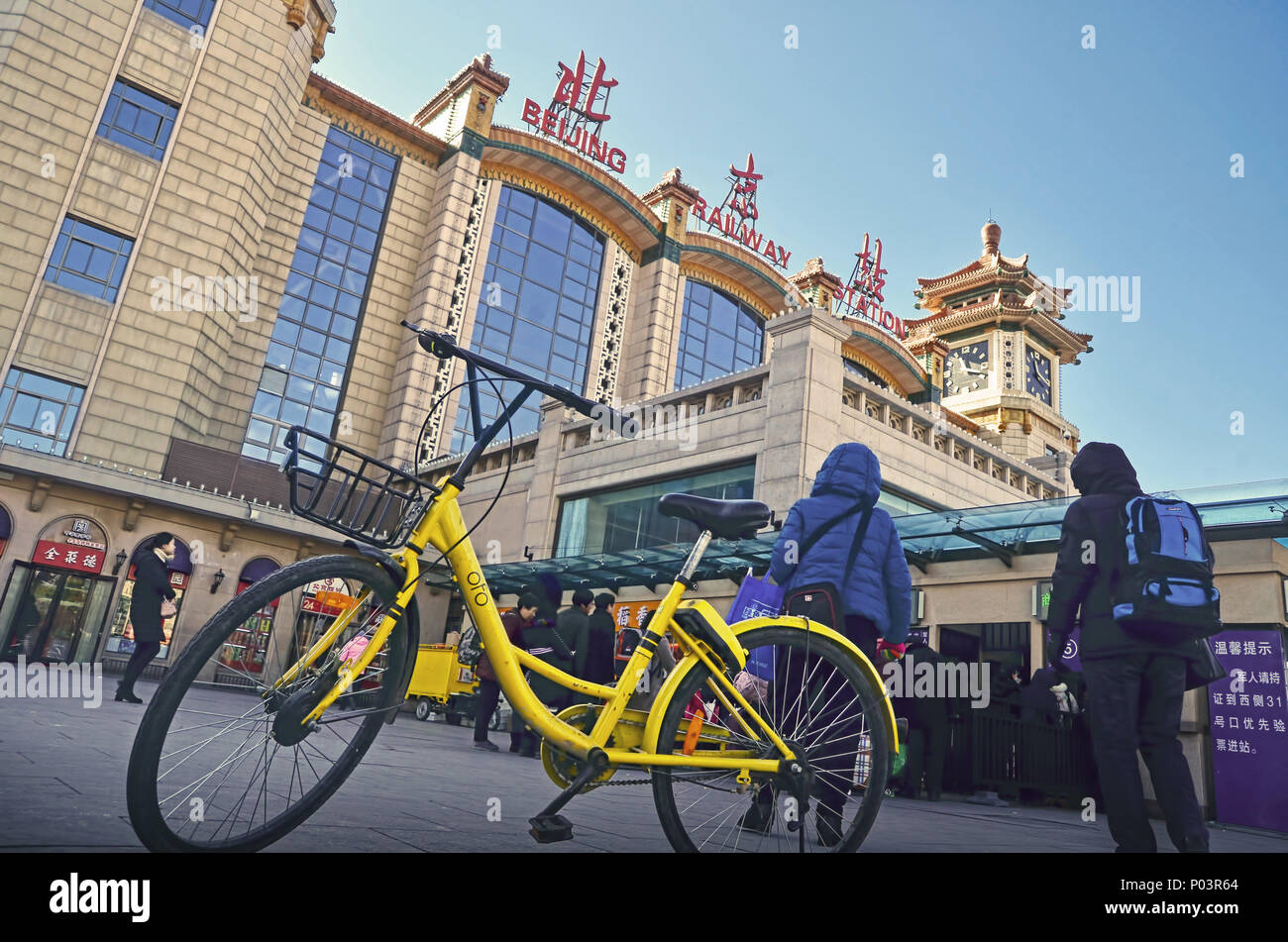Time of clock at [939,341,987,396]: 11:18
